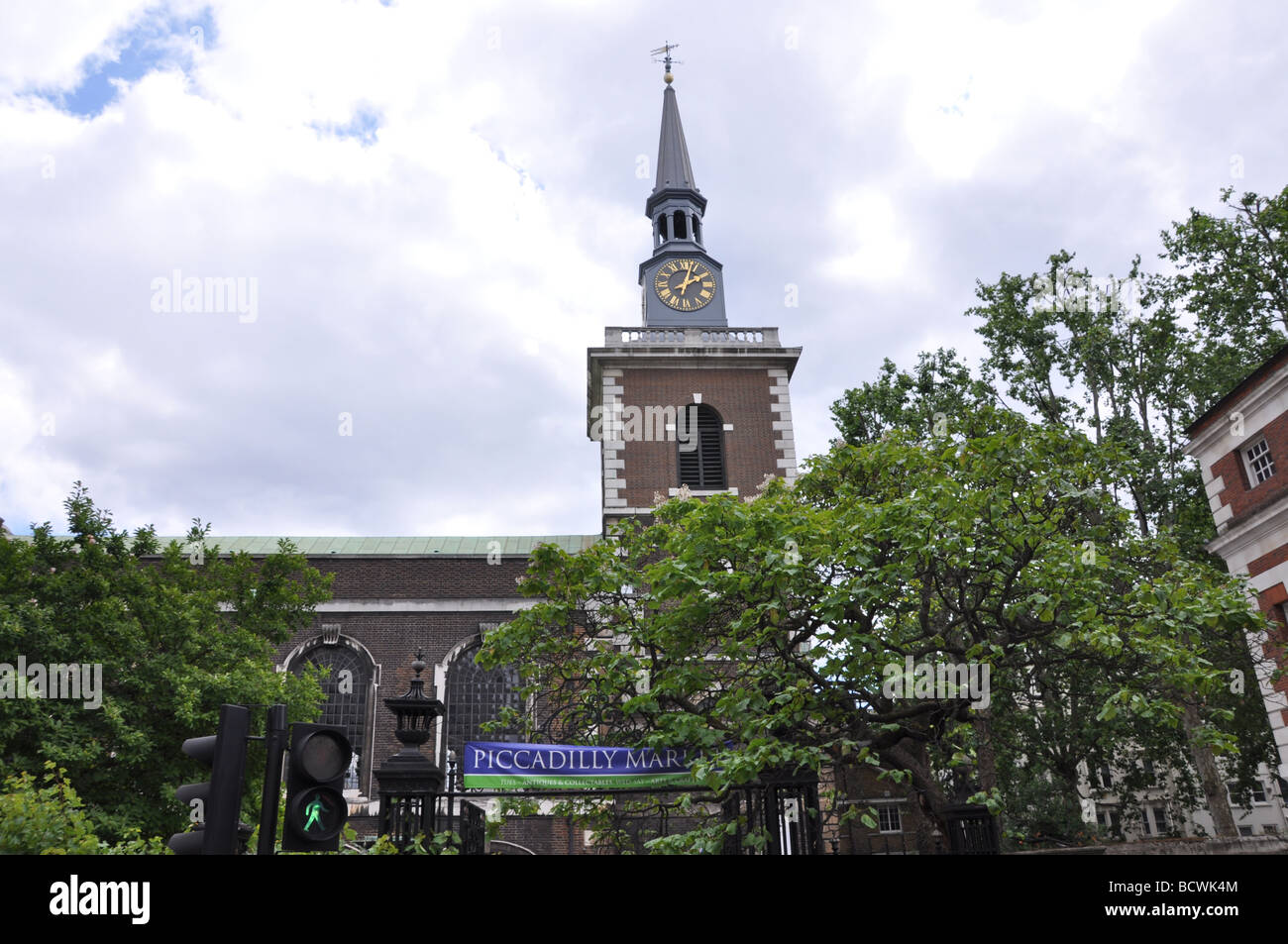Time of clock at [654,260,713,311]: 2:03
